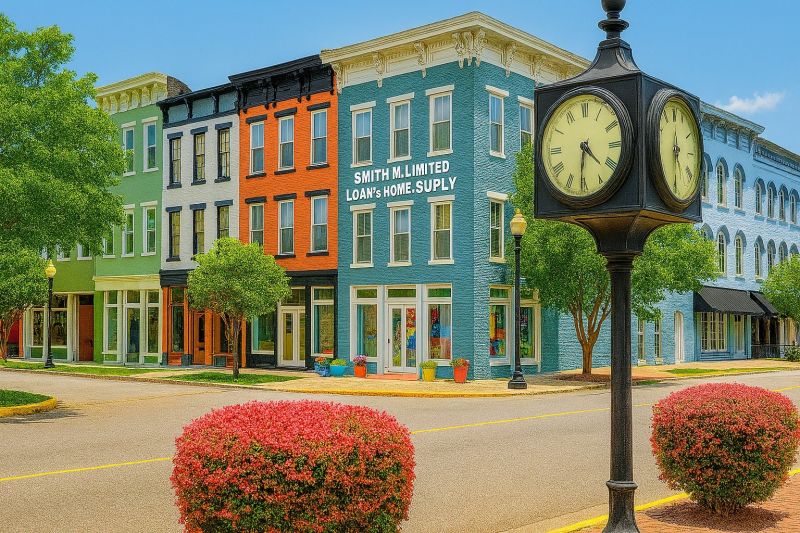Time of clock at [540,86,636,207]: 4:31
